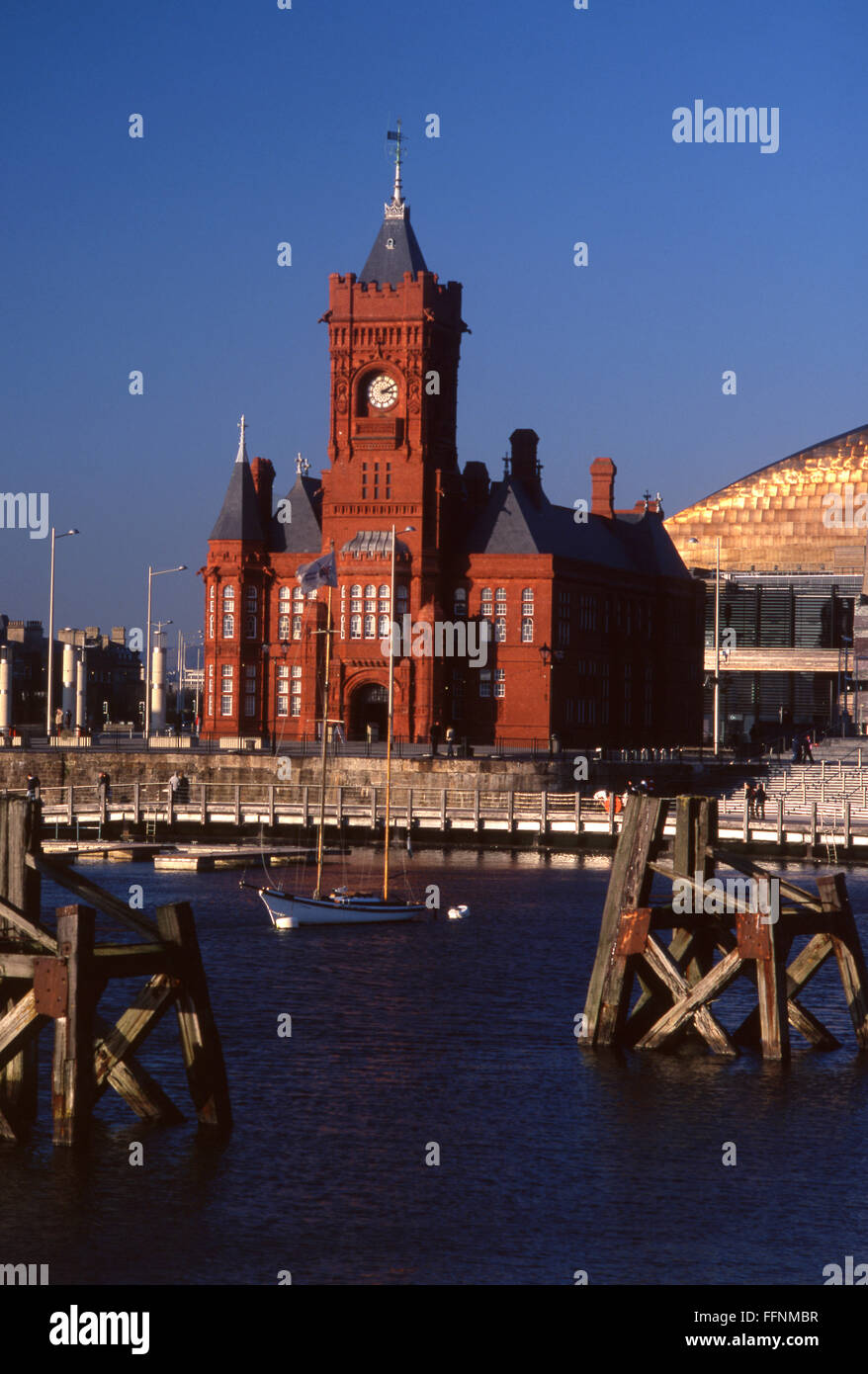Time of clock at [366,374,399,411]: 3:10
